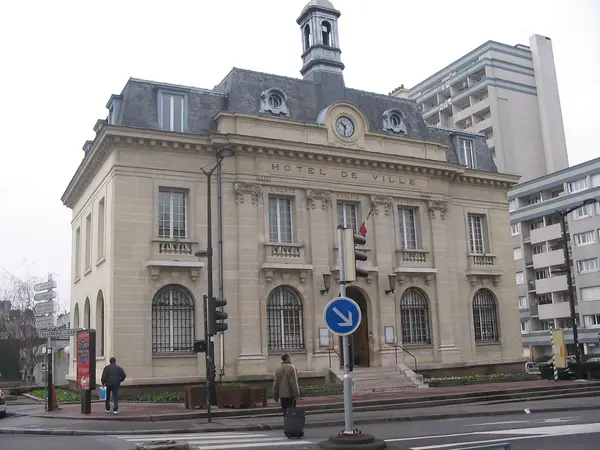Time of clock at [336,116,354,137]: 10:32
